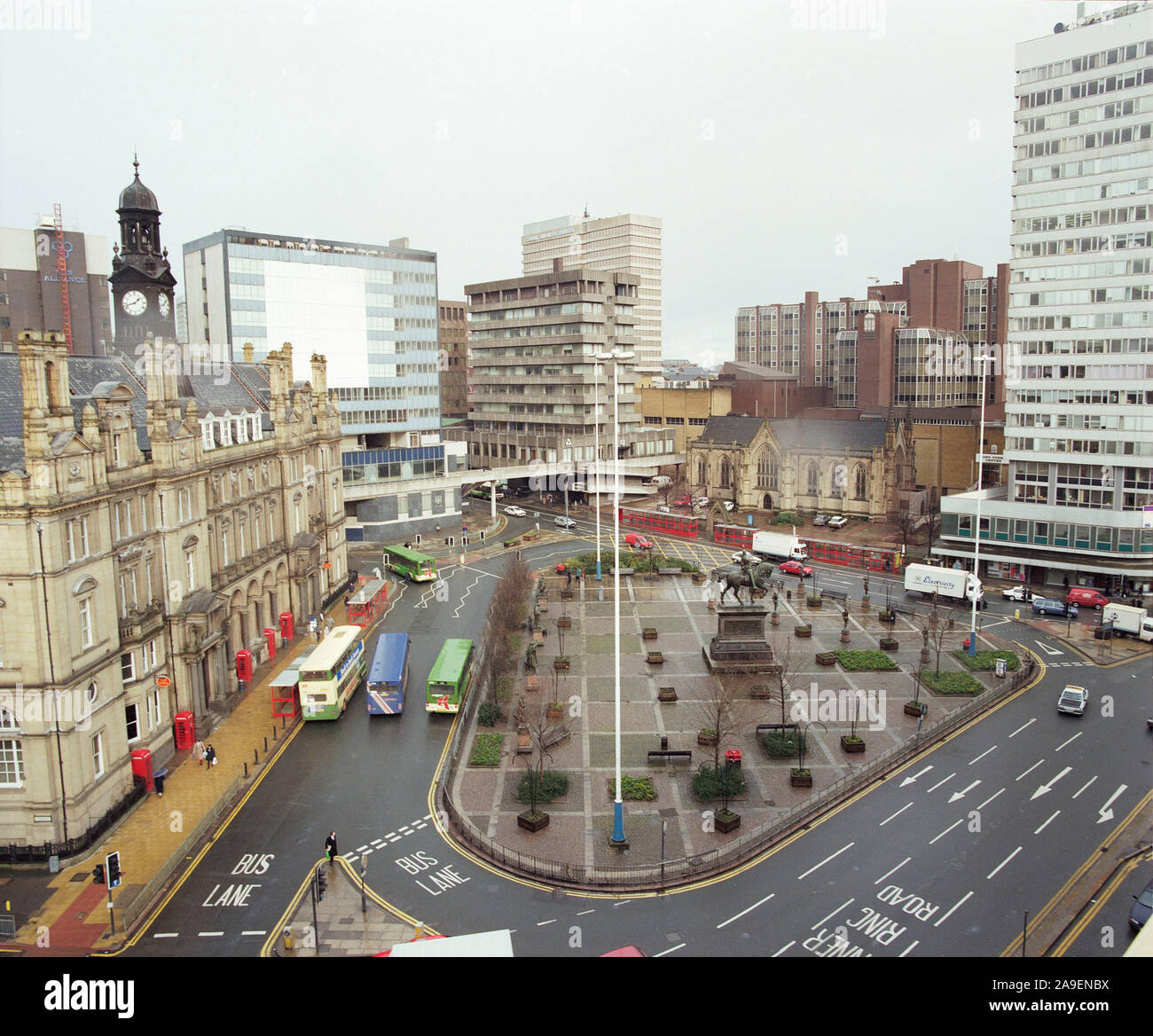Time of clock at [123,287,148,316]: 1:42
